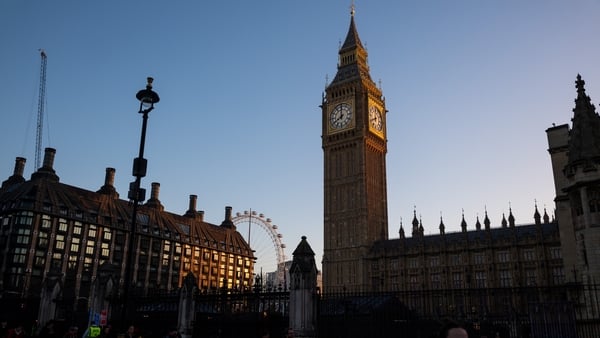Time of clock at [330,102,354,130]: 7:59
